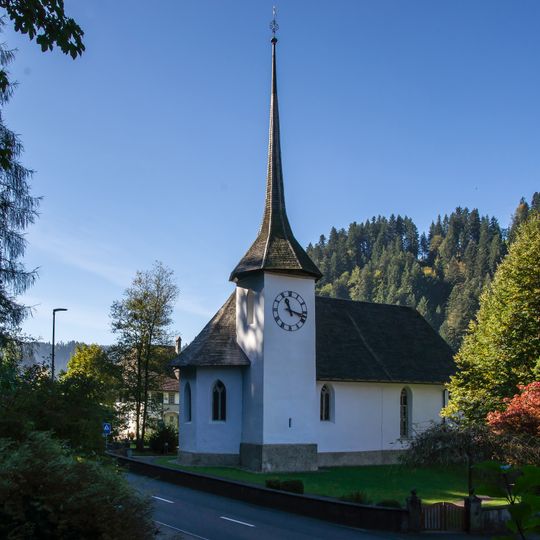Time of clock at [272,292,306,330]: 11:17
